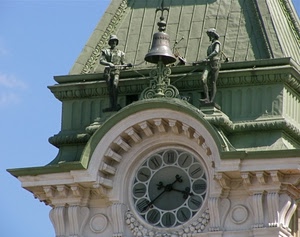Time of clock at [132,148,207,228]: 3:38
